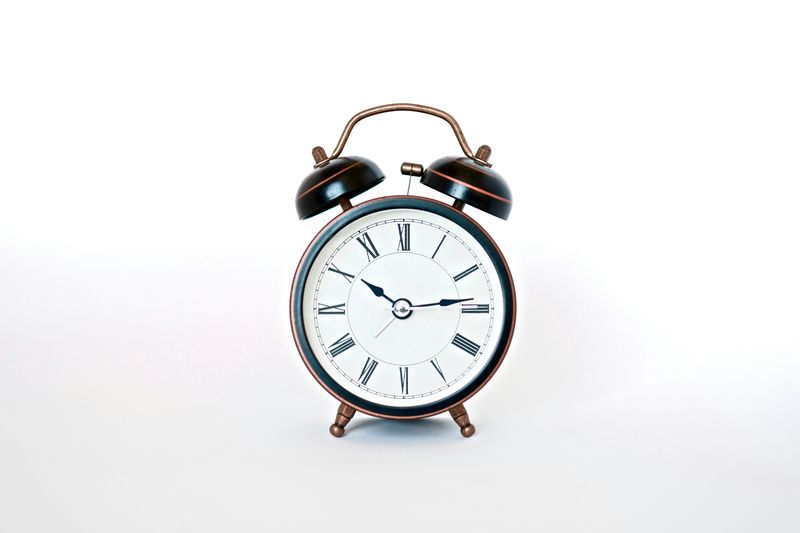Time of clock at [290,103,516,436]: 10:13
